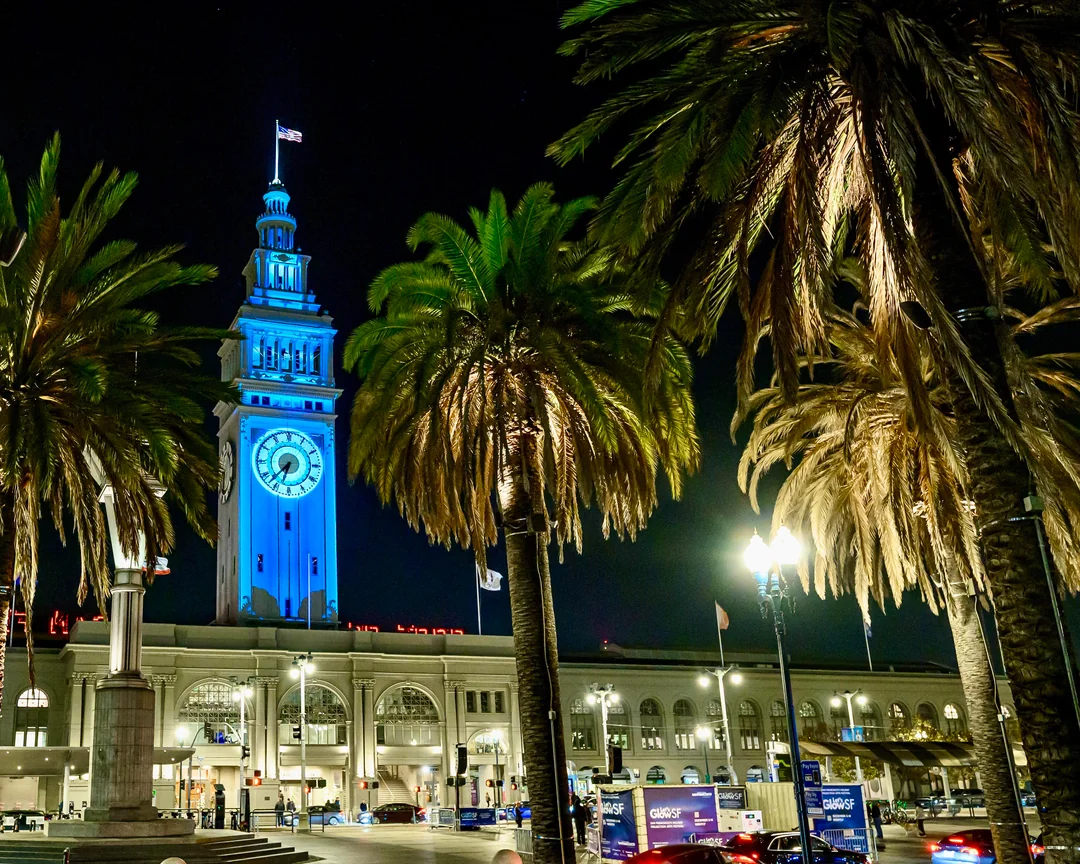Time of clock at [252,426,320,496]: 6:37
